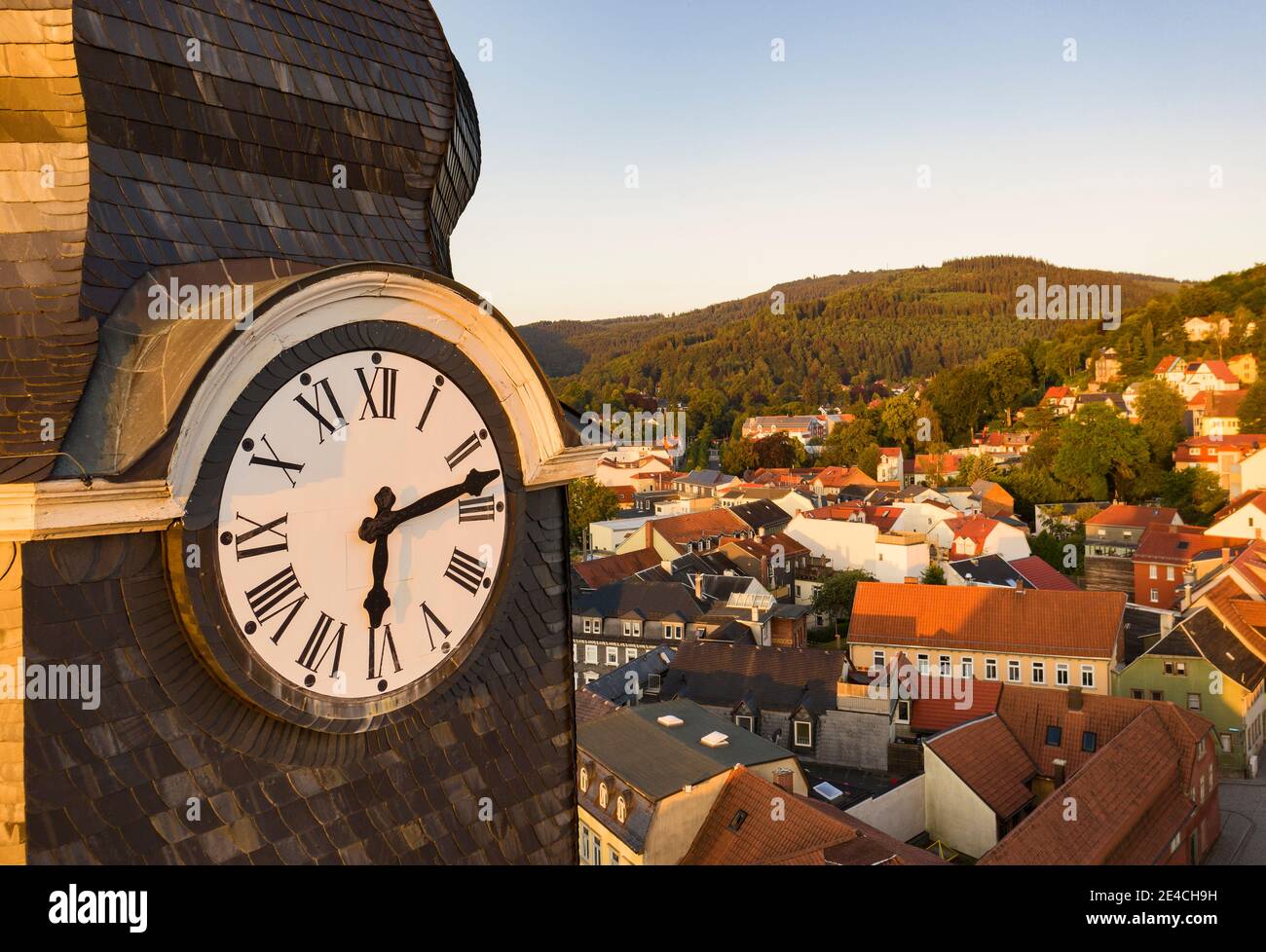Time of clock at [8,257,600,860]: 6:12
